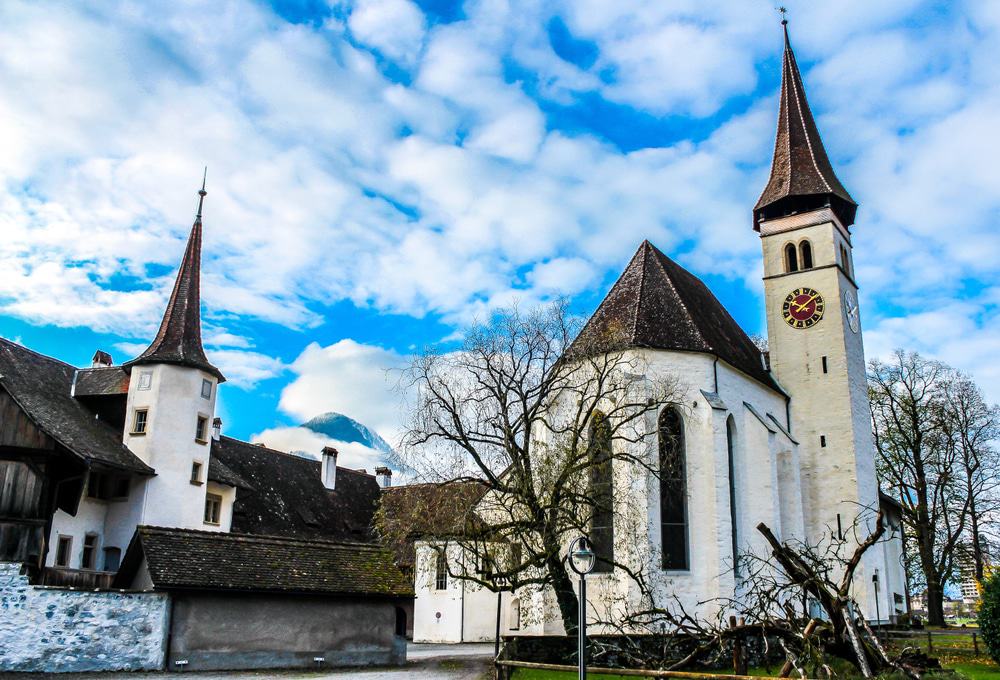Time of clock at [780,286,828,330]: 10:07
